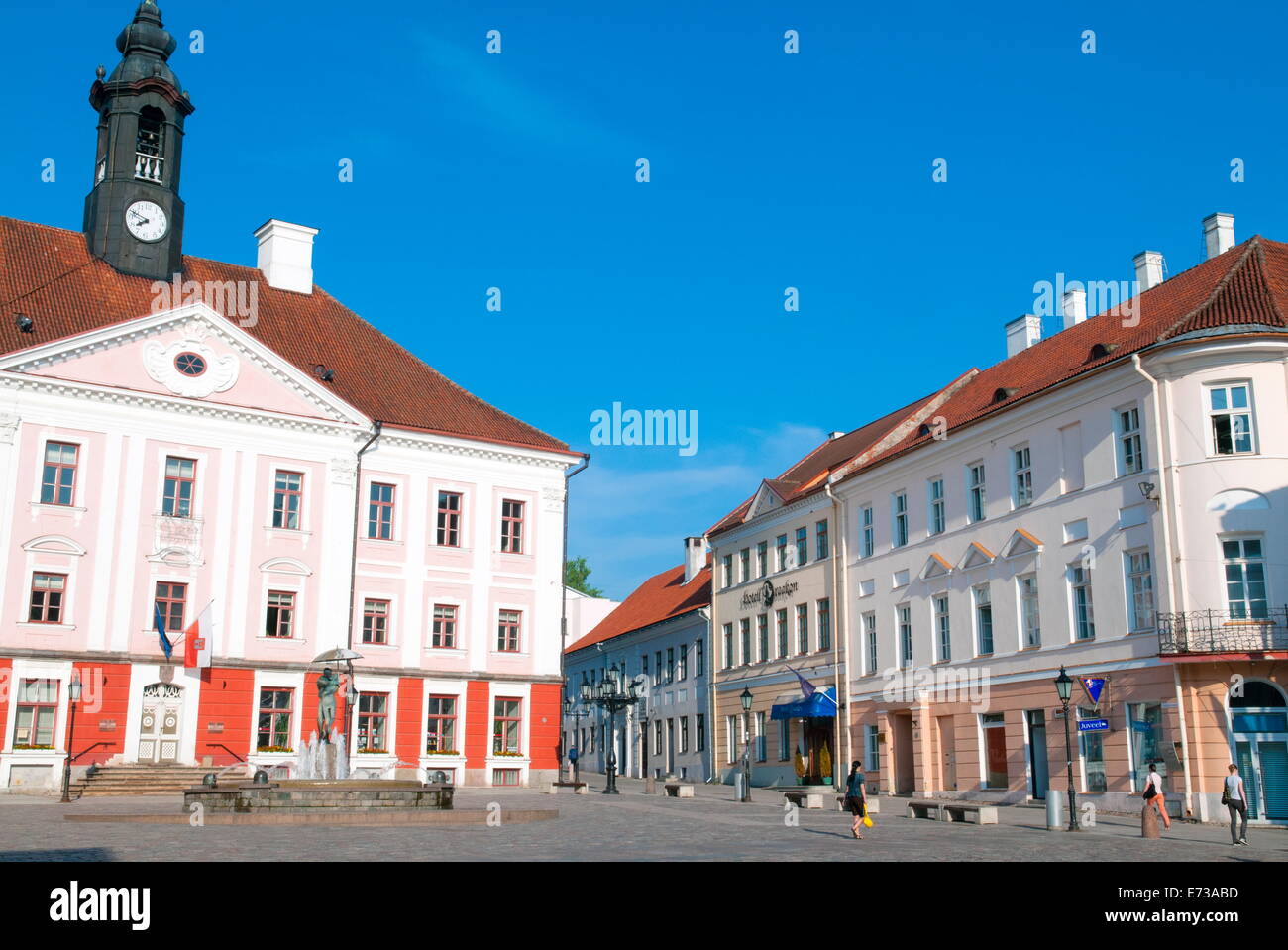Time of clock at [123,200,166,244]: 7:48
